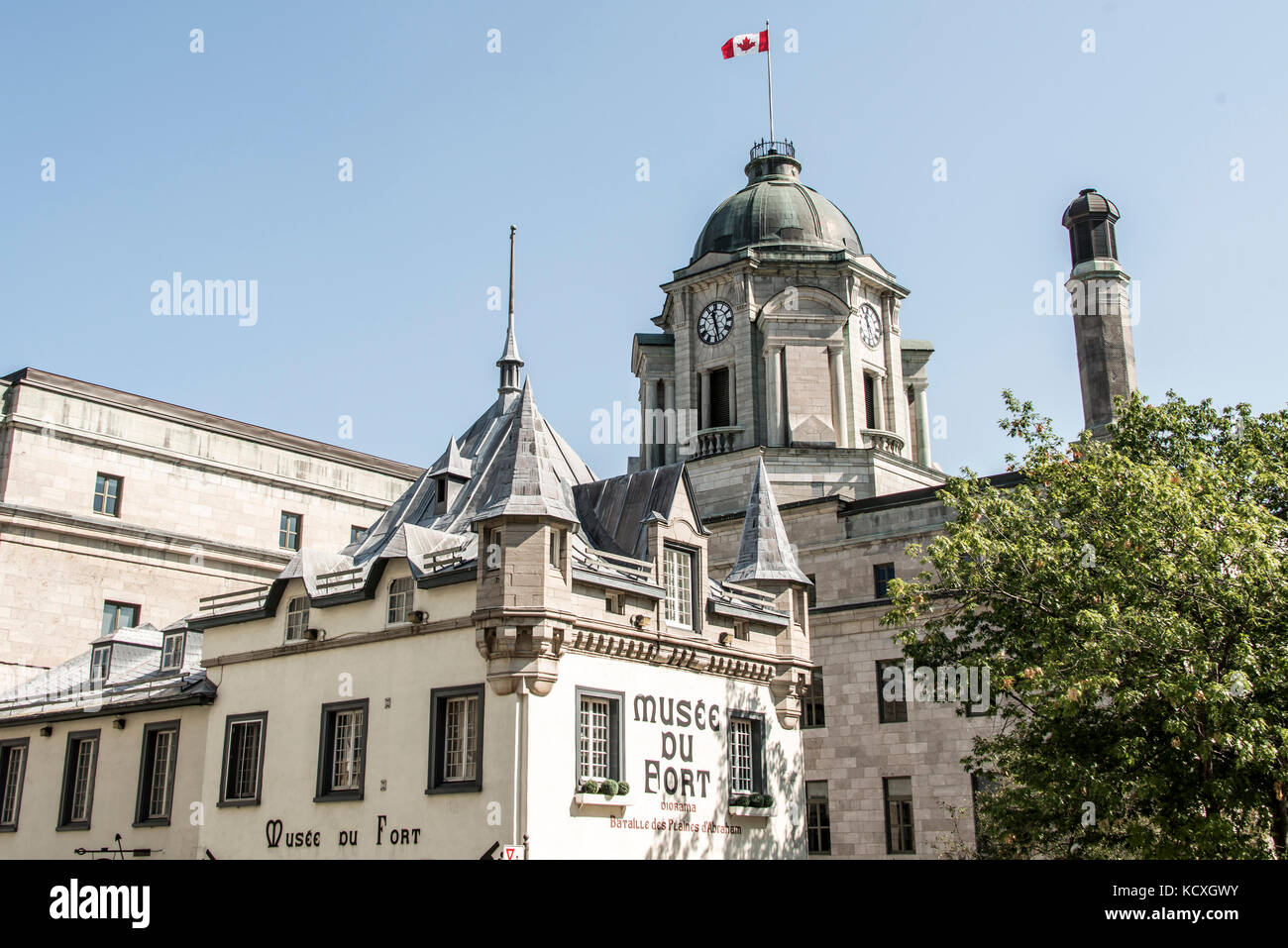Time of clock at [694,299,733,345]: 11:27
